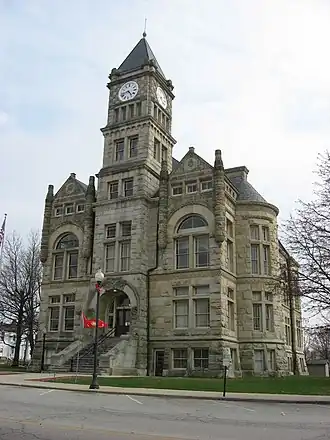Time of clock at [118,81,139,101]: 4:42
